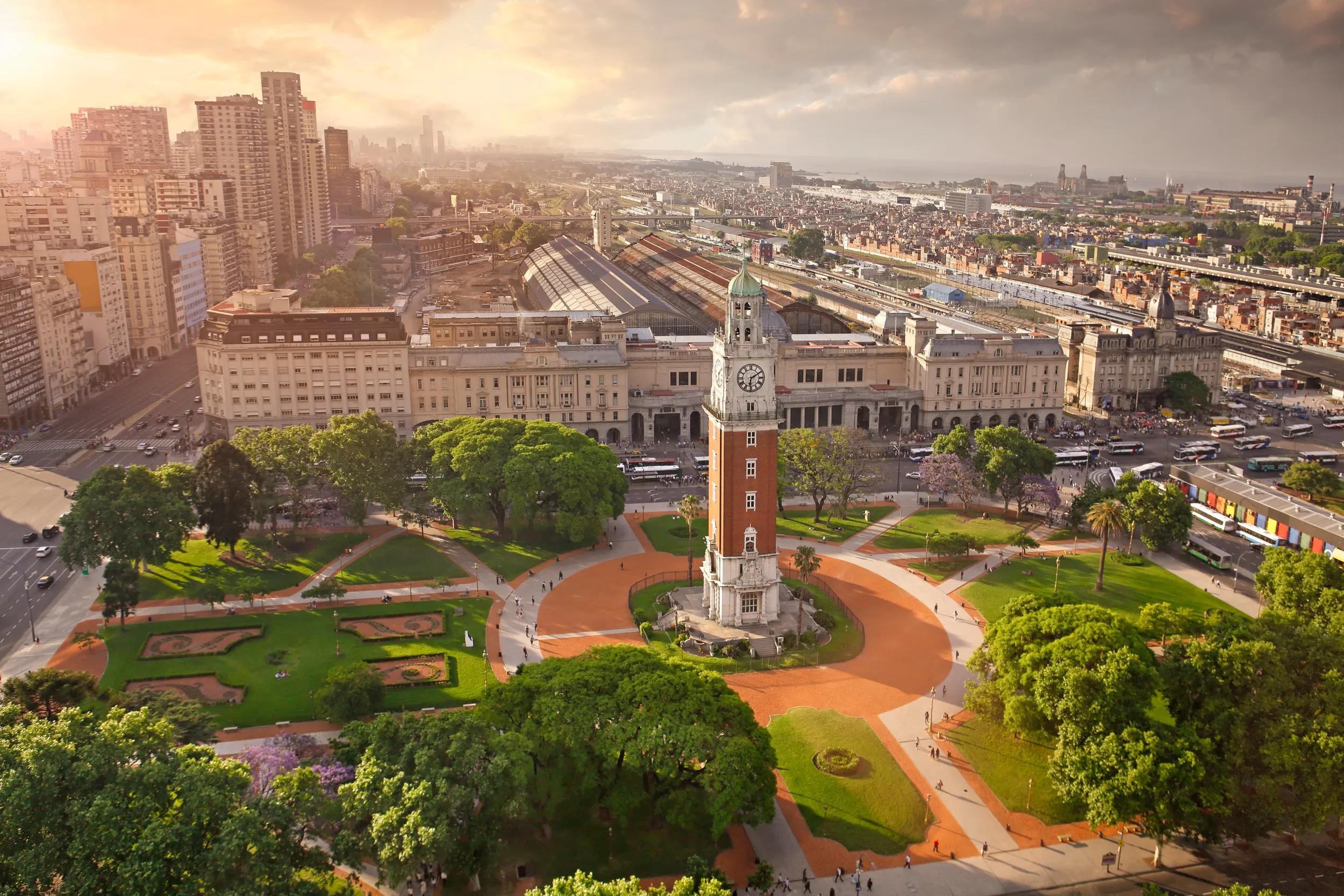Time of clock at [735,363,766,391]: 6:10
